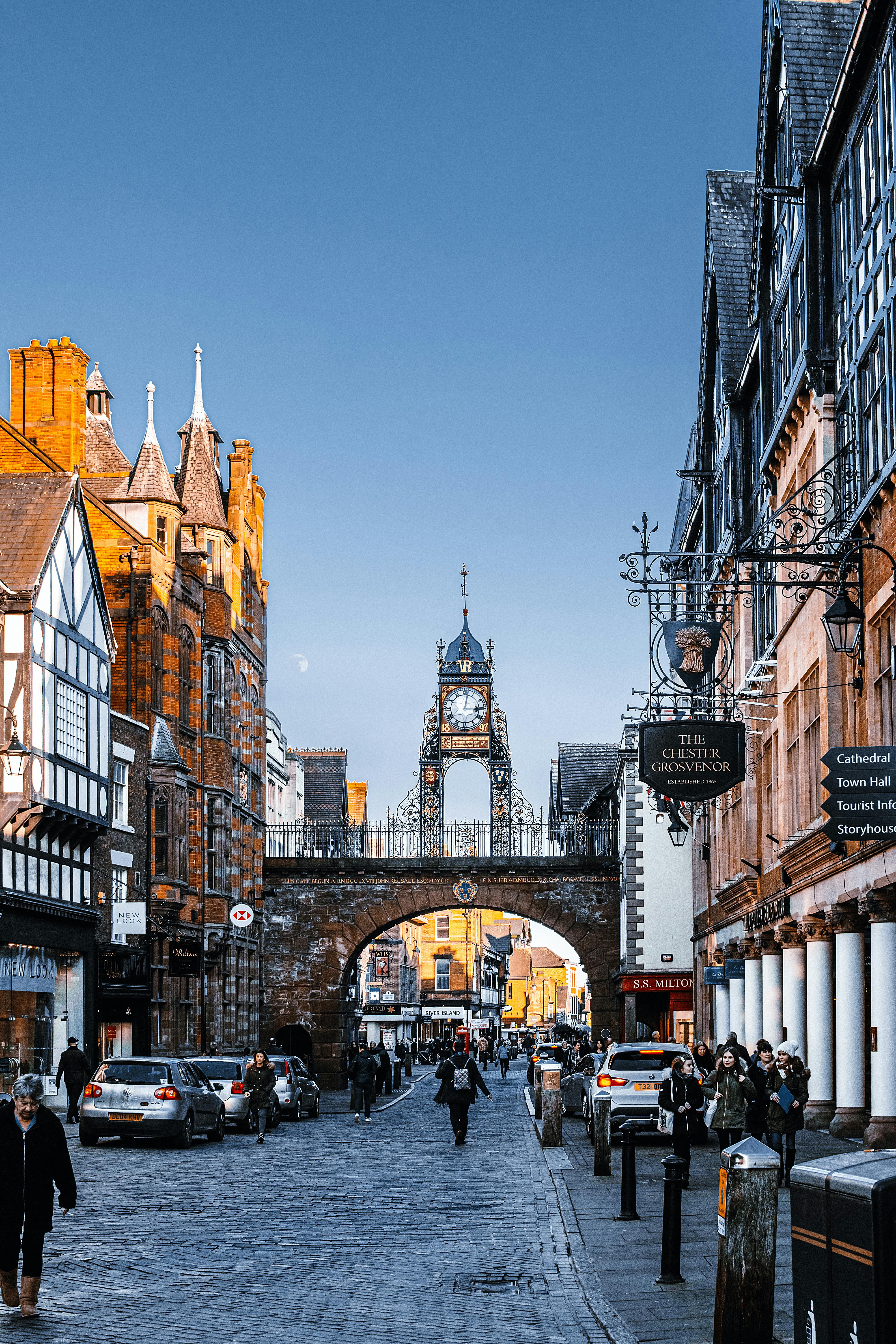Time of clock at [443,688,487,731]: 3:01
